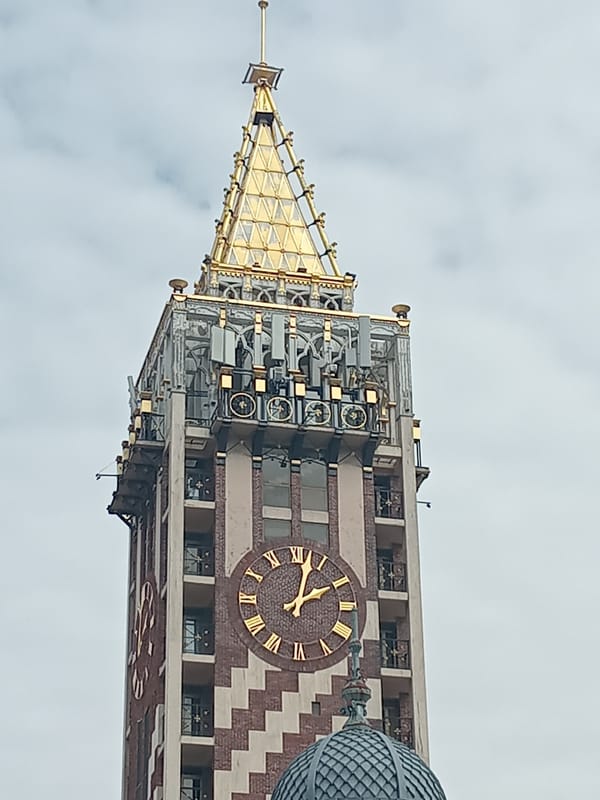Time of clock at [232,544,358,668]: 2:02
